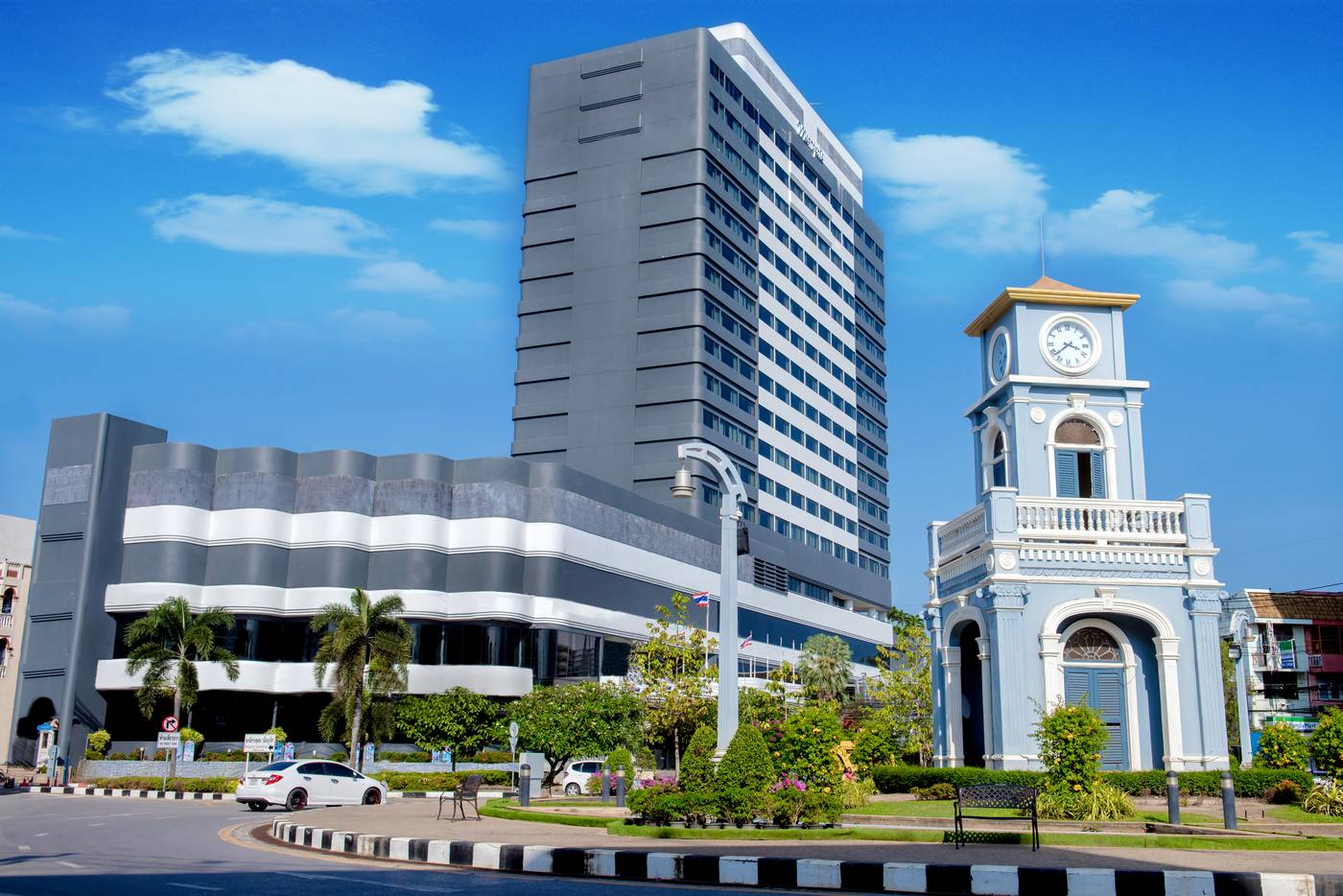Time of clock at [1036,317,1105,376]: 3:38
